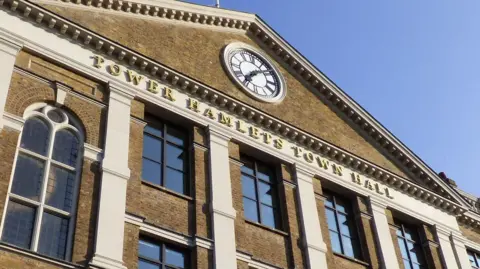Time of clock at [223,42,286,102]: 7:08
